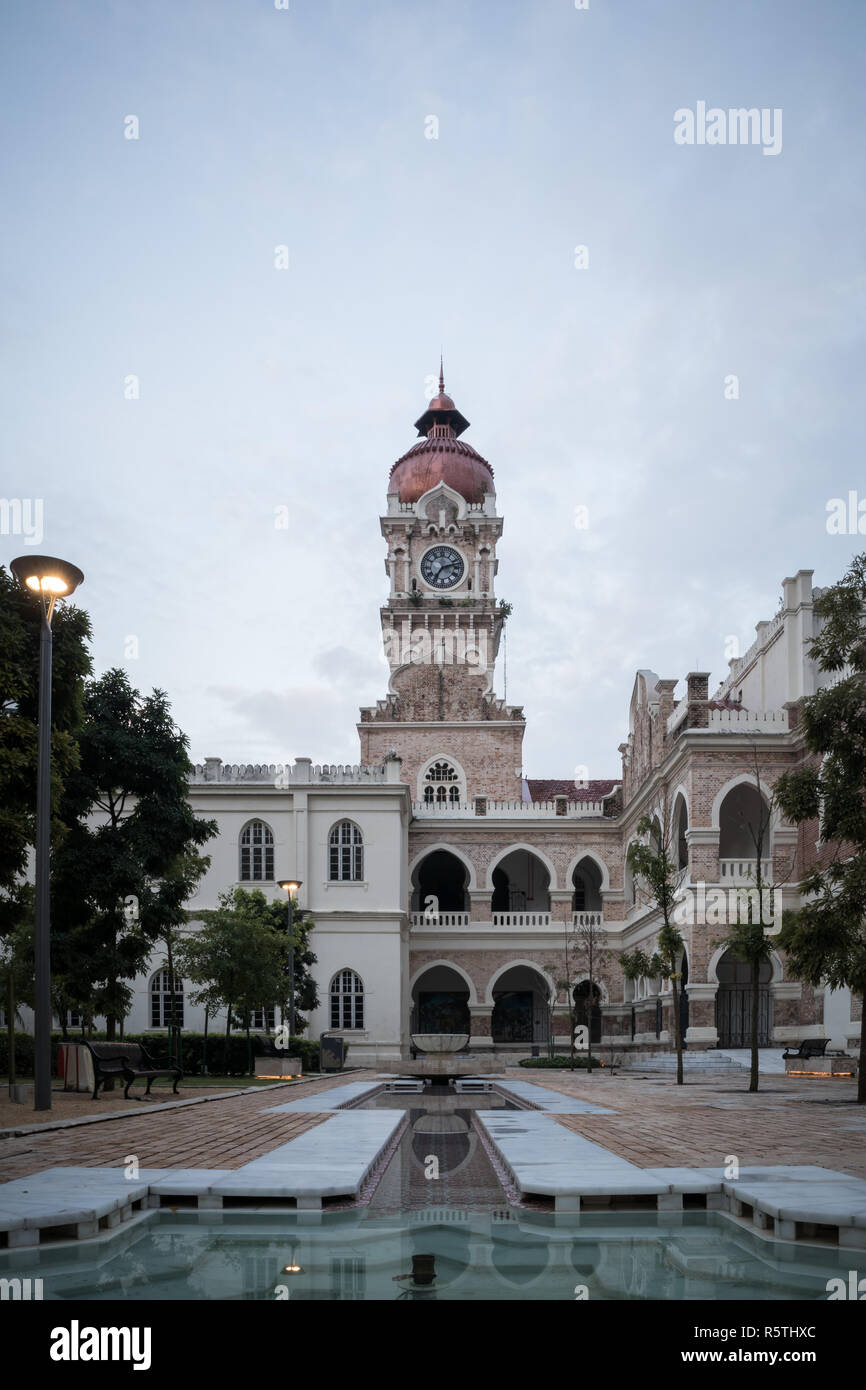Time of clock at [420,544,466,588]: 7:12
